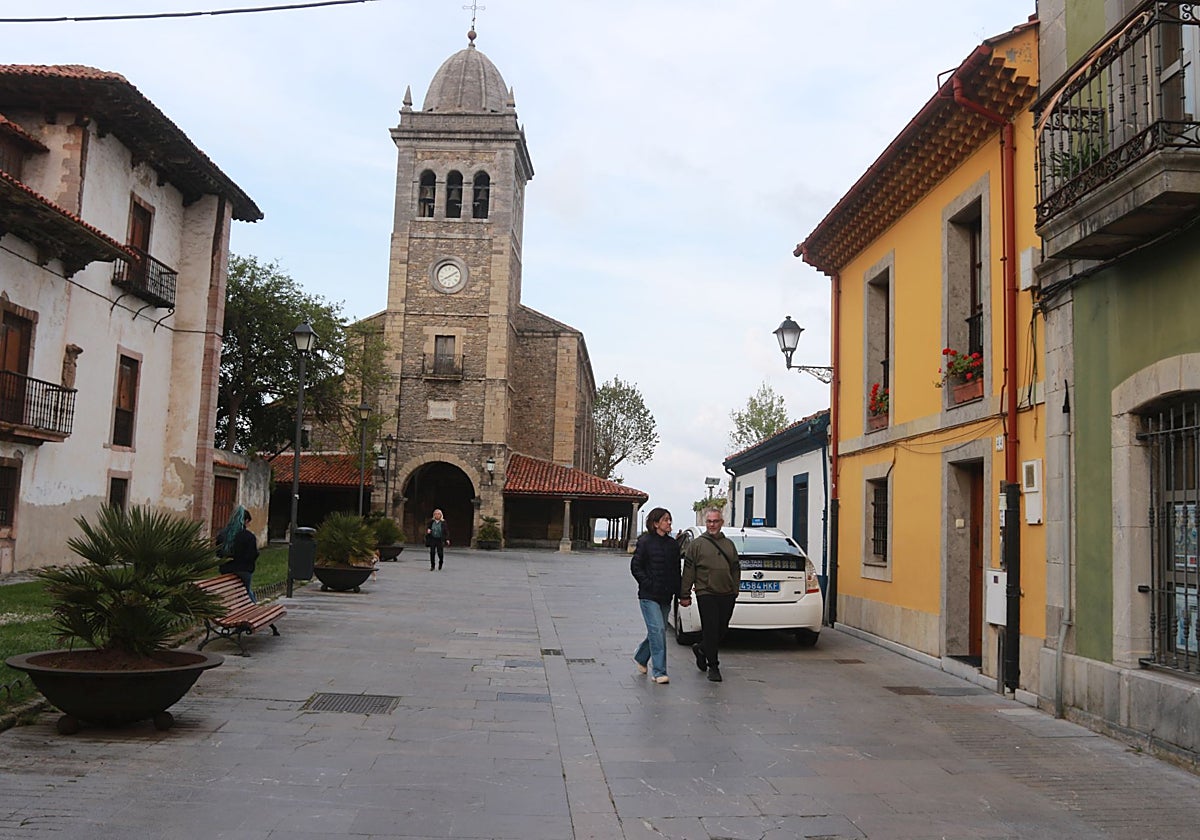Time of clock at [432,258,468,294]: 8:10
